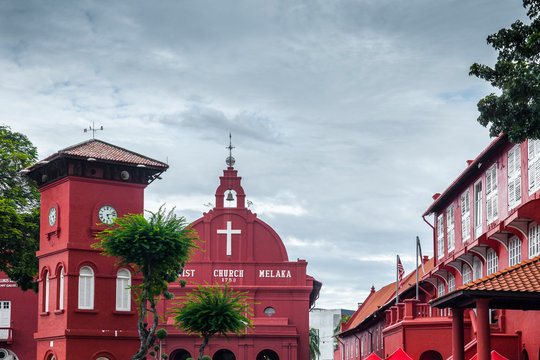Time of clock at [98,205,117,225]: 5:12
